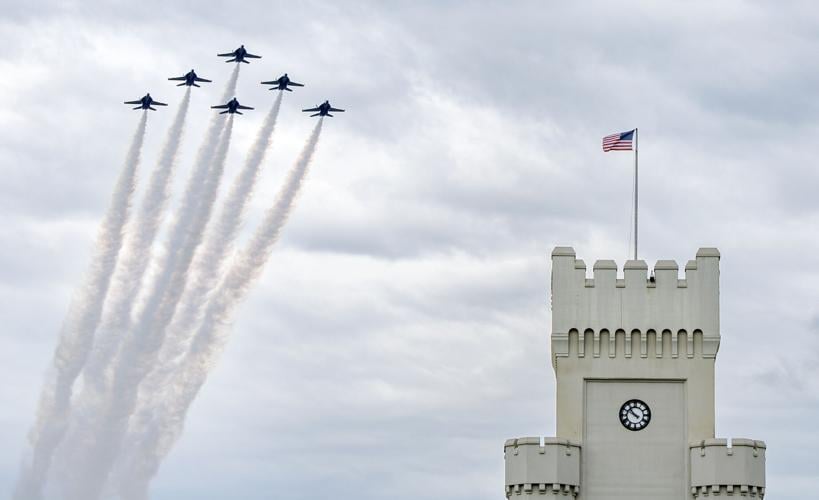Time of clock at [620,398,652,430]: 9:53
